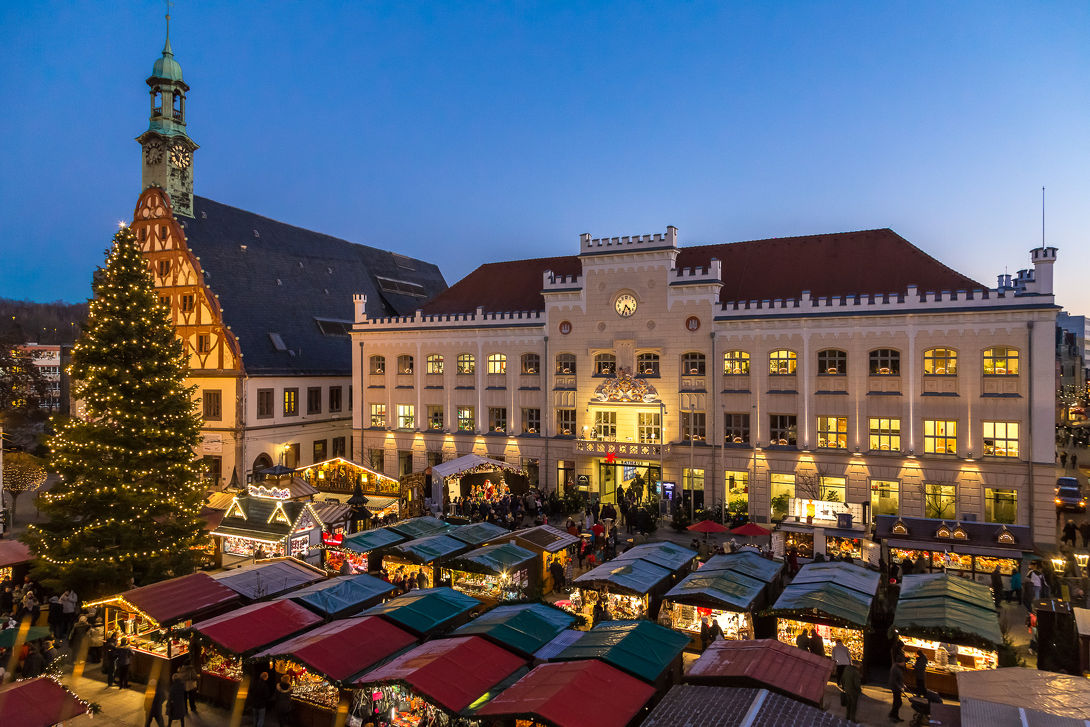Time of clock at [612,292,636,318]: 4:33
